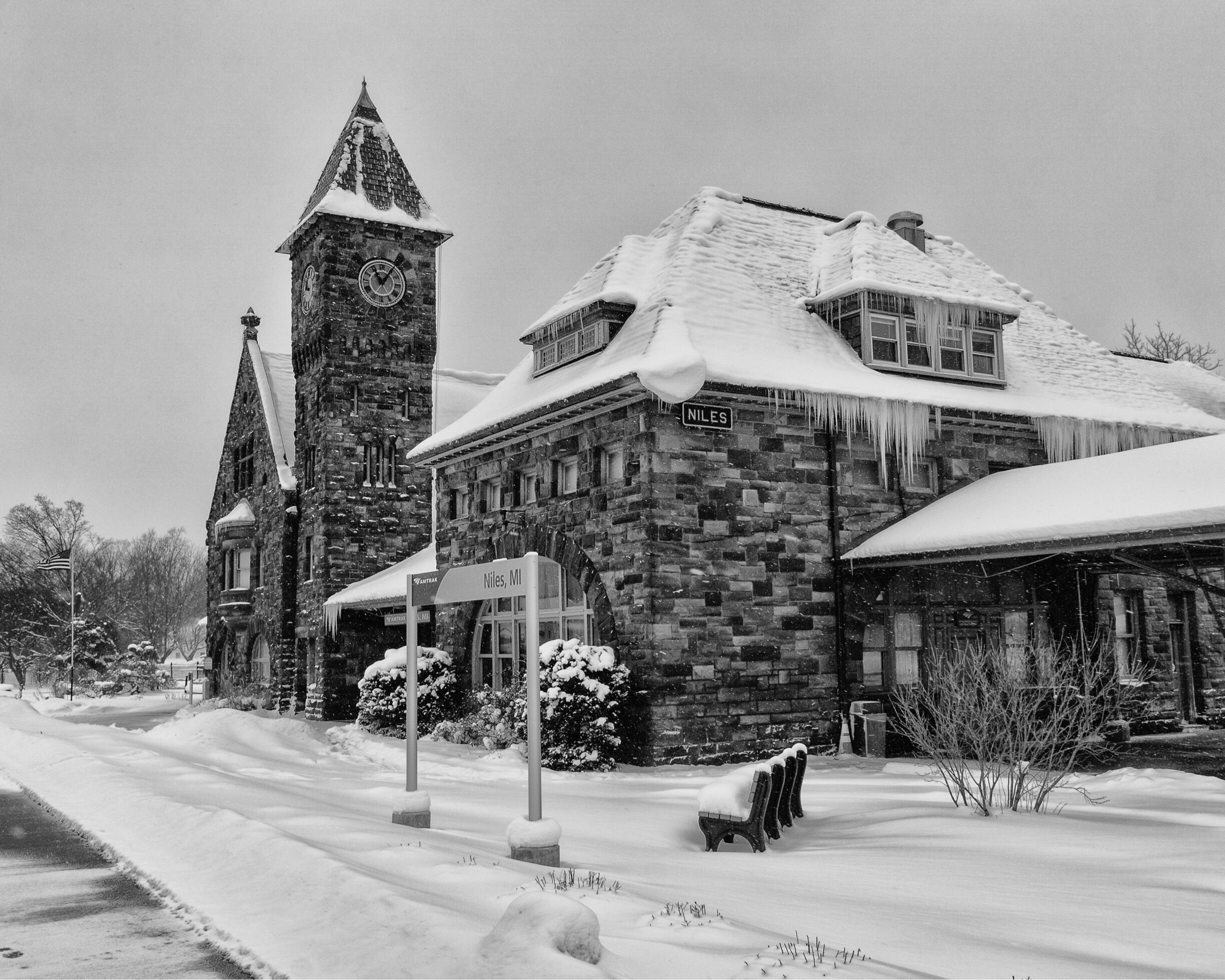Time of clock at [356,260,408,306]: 11:06
